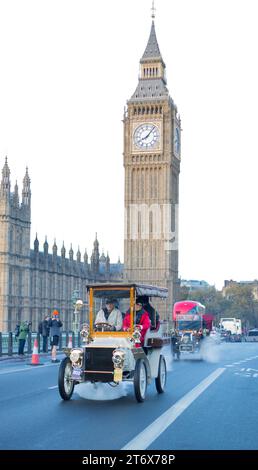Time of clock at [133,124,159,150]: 8:06
